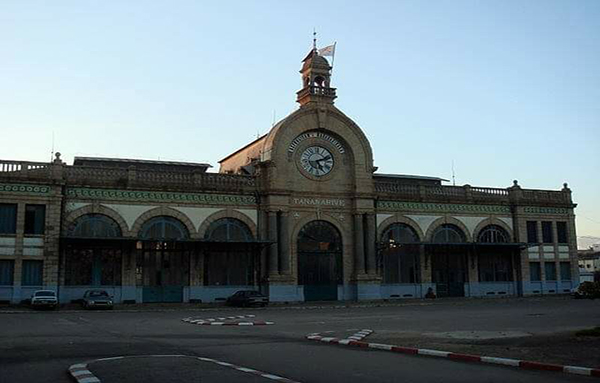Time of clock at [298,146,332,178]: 5:11
